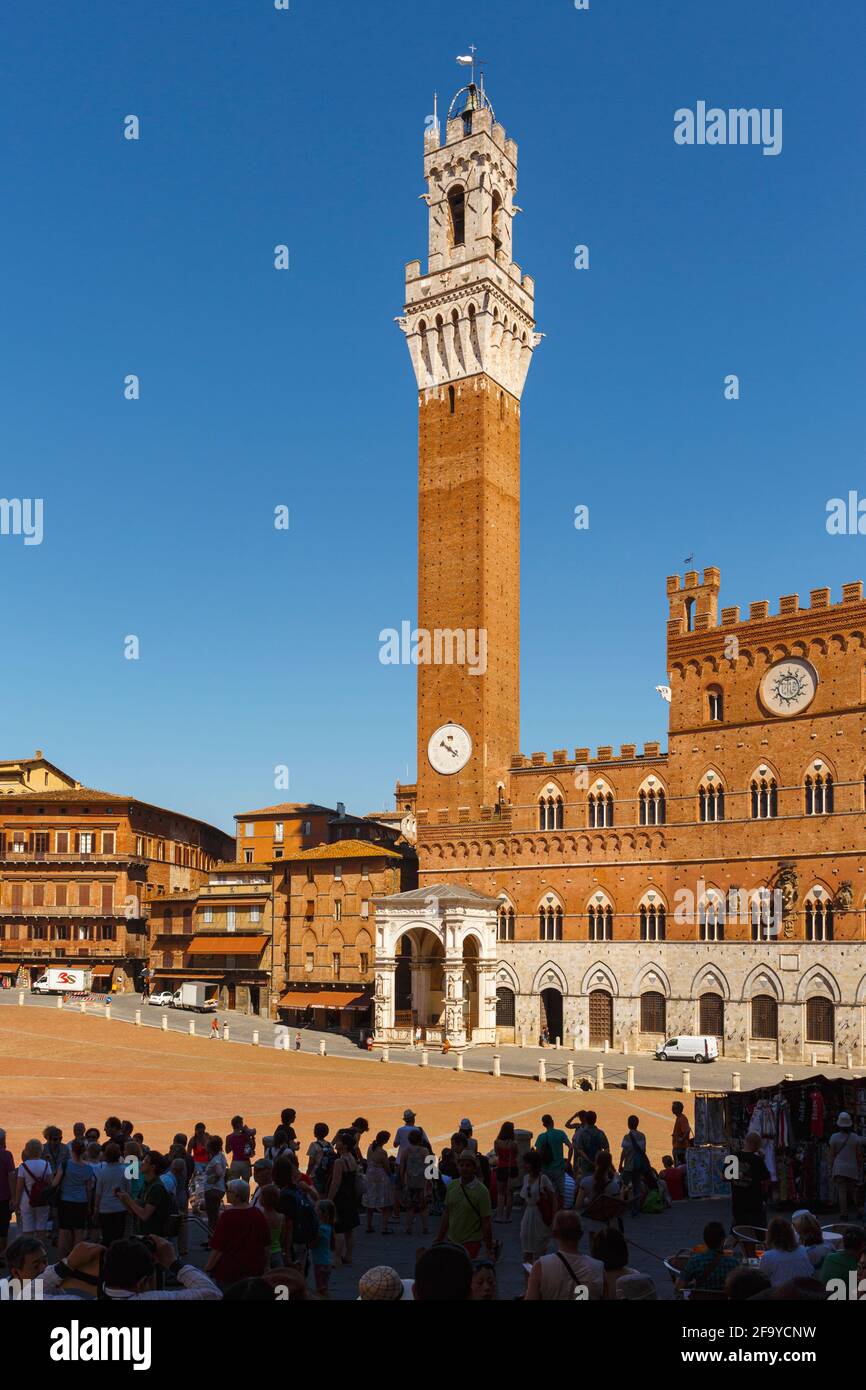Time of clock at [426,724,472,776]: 10:21
